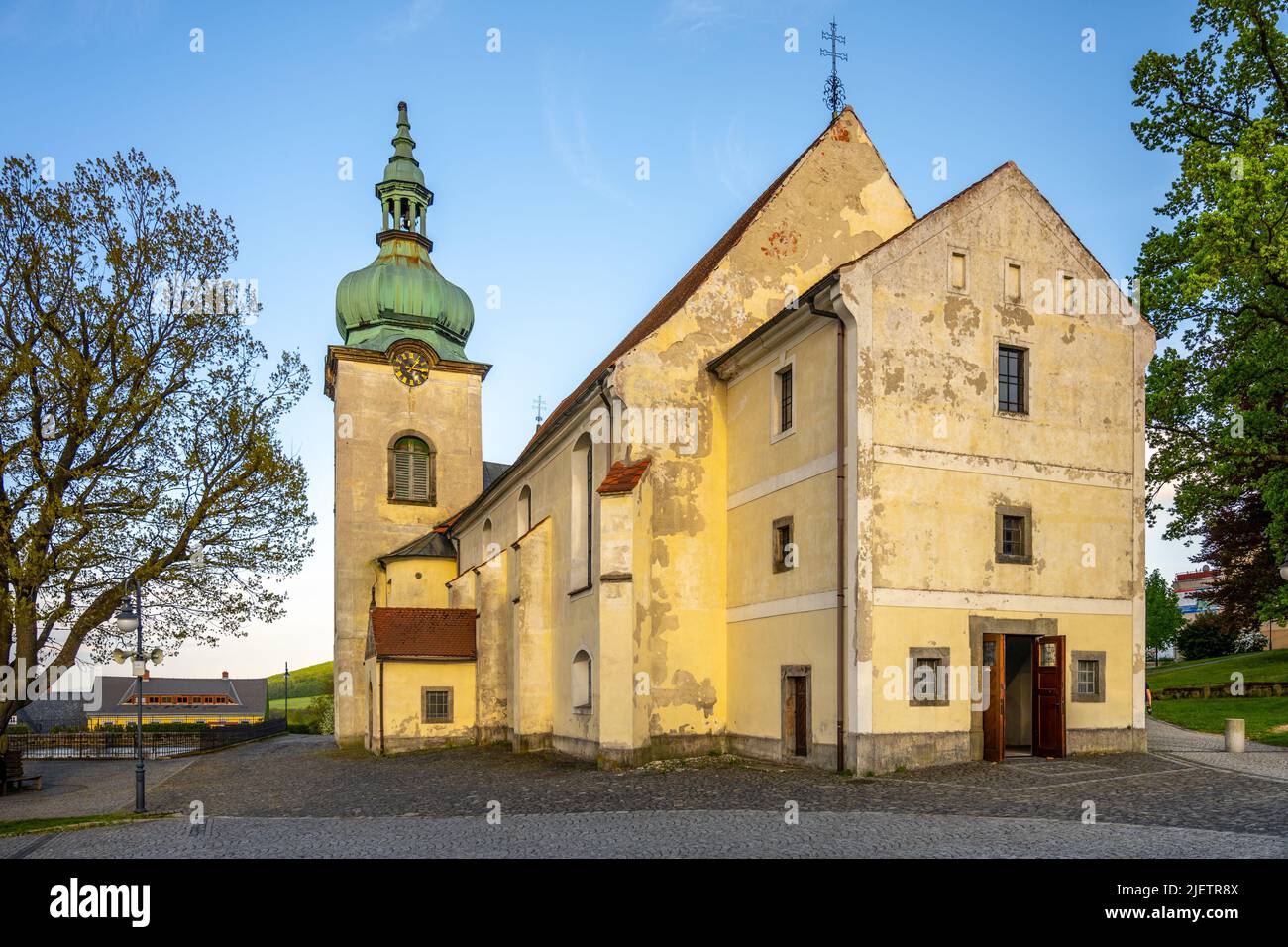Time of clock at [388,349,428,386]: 1:16
